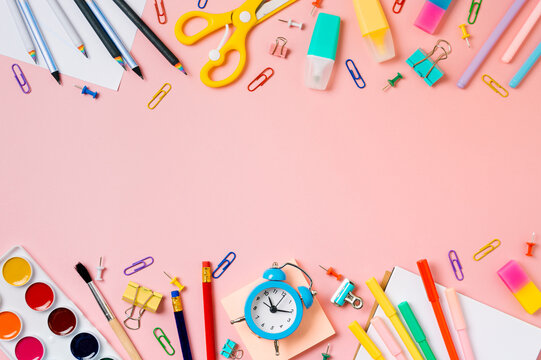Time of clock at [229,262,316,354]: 11:15
